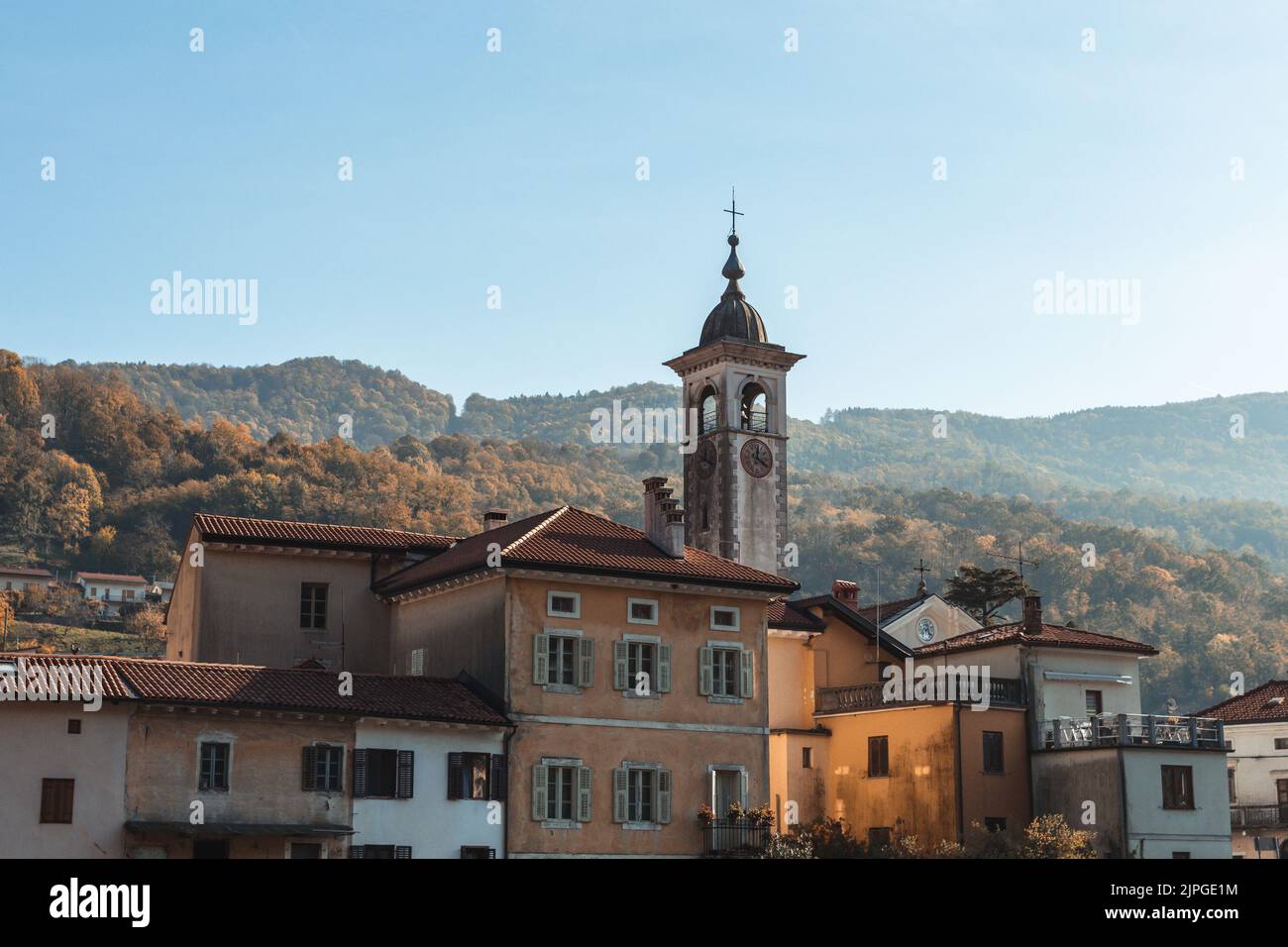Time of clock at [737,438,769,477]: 12:20
